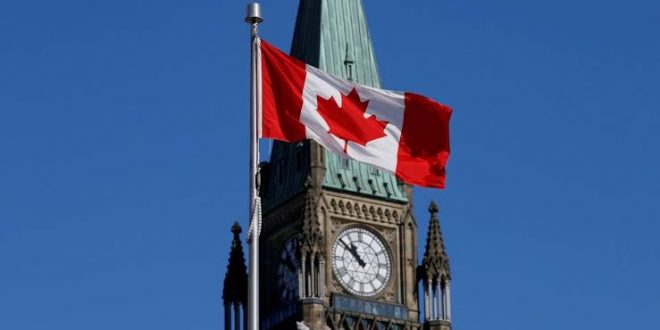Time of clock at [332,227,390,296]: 10:51
